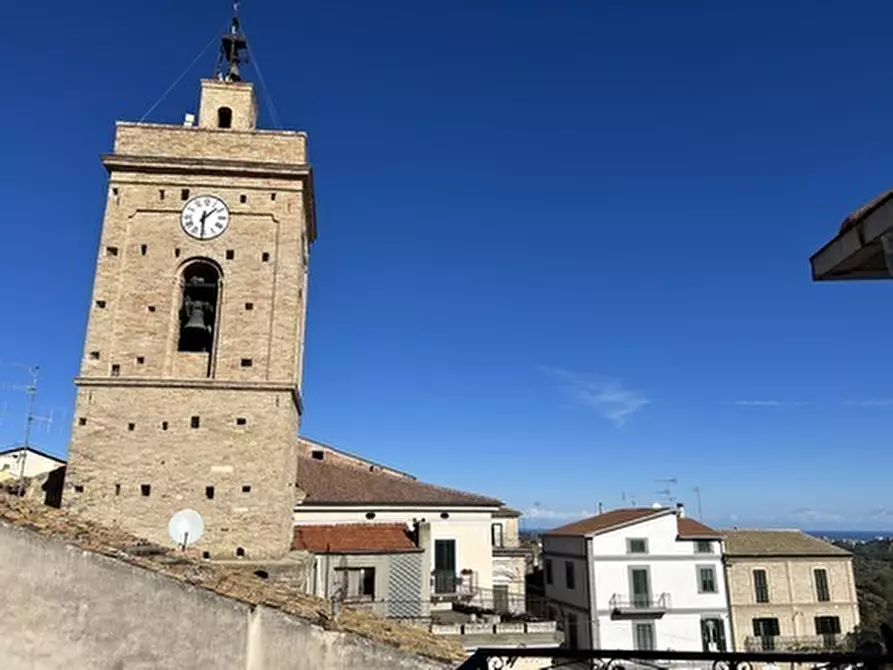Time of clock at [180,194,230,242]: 1:30
